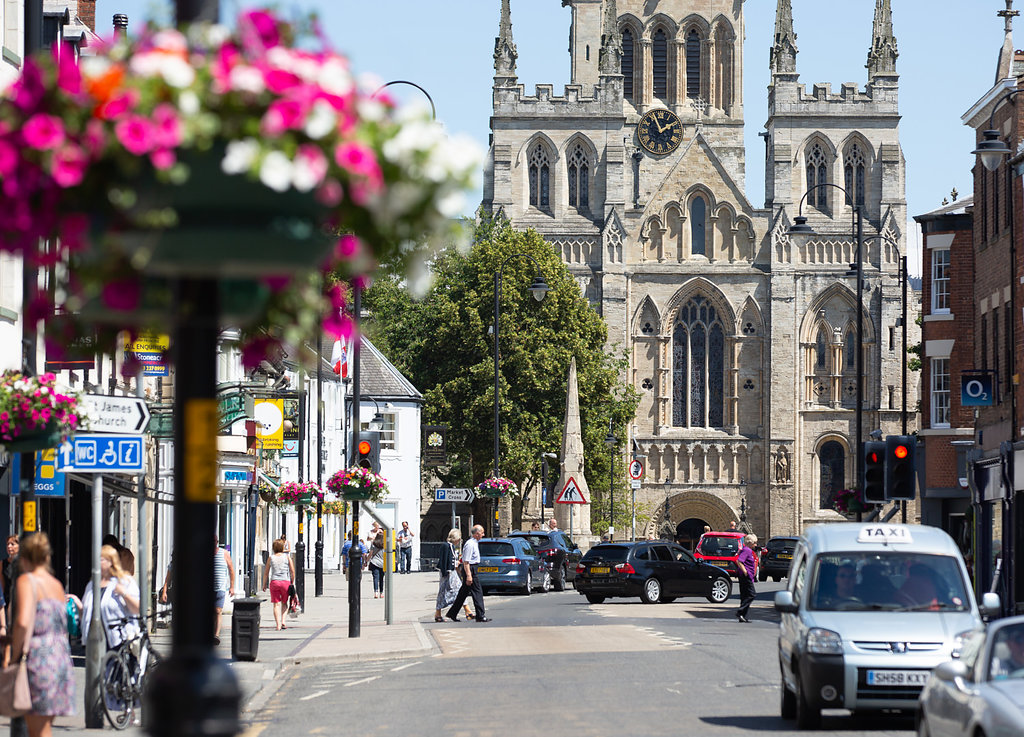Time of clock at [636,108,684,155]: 1:56
